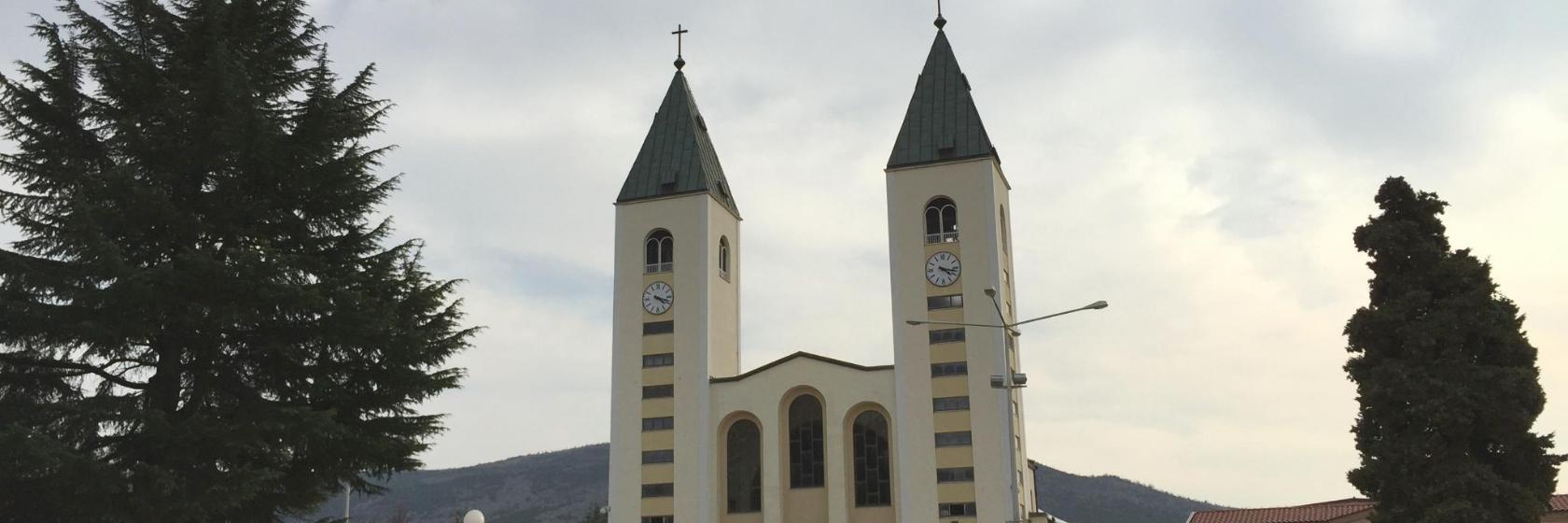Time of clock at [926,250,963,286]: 4:17
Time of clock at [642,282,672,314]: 4:17
